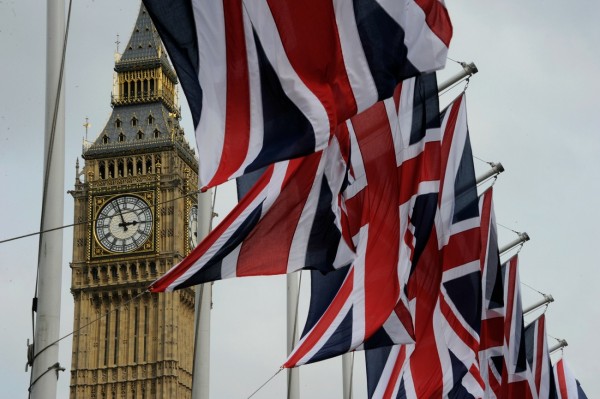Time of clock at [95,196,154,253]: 2:56
